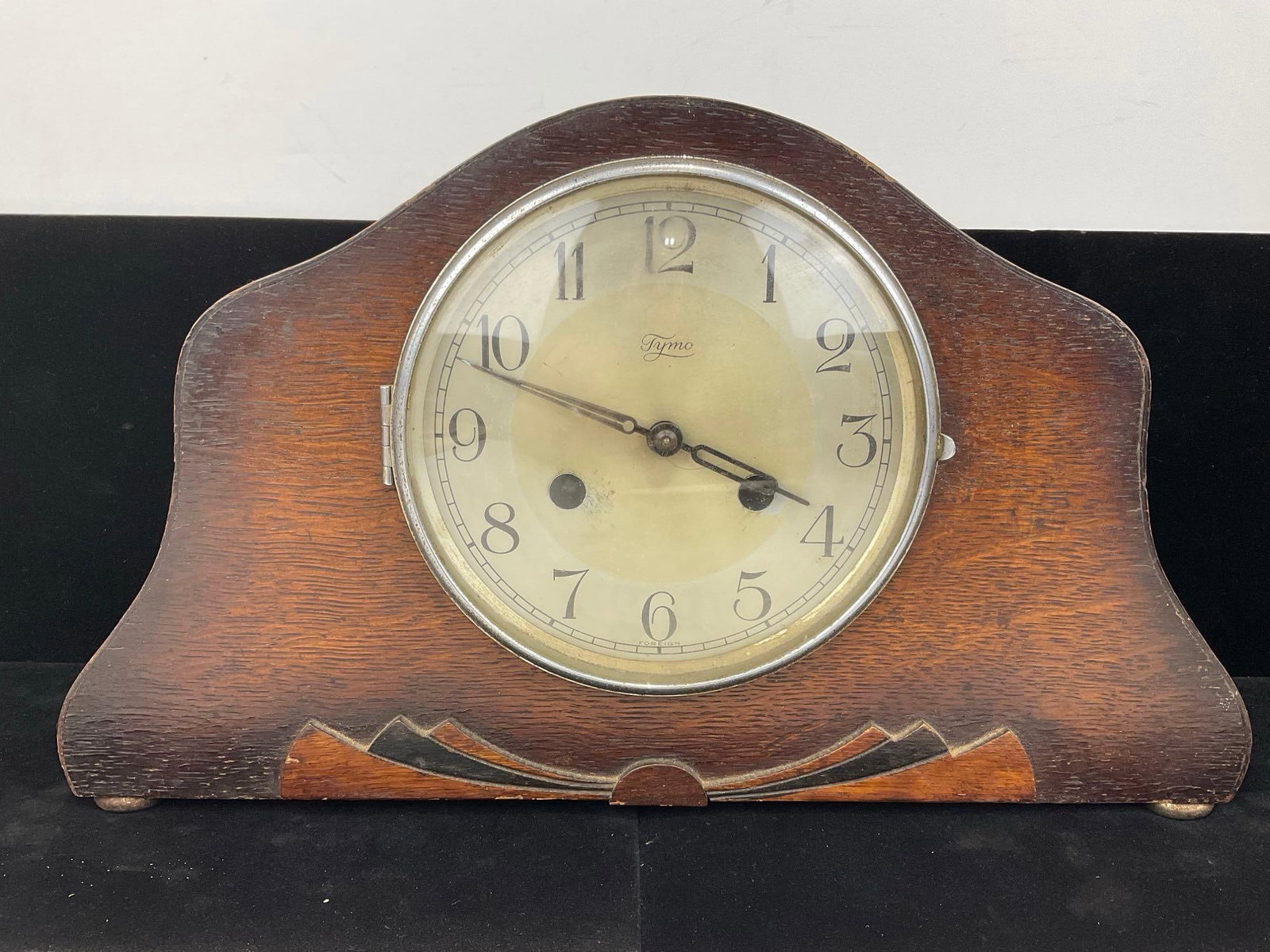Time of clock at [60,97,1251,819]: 3:48
